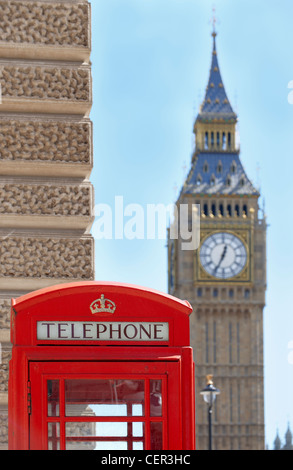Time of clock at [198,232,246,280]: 12:34
